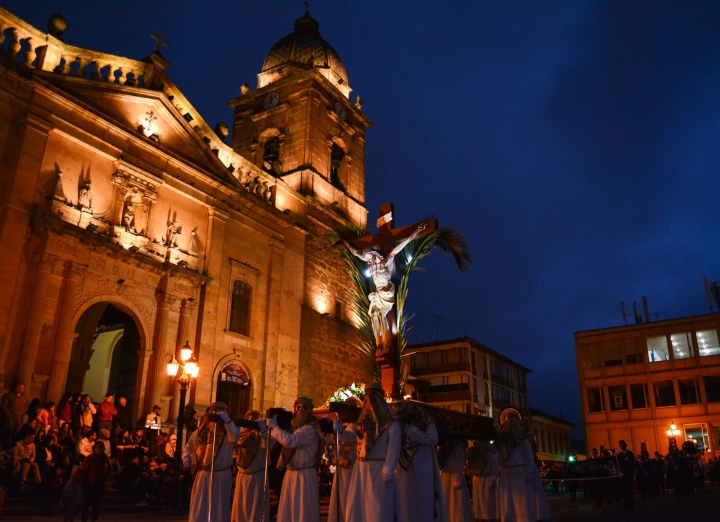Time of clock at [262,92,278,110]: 12:07
